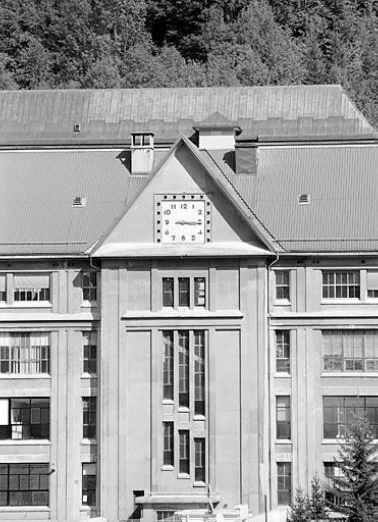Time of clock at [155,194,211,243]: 3:15
